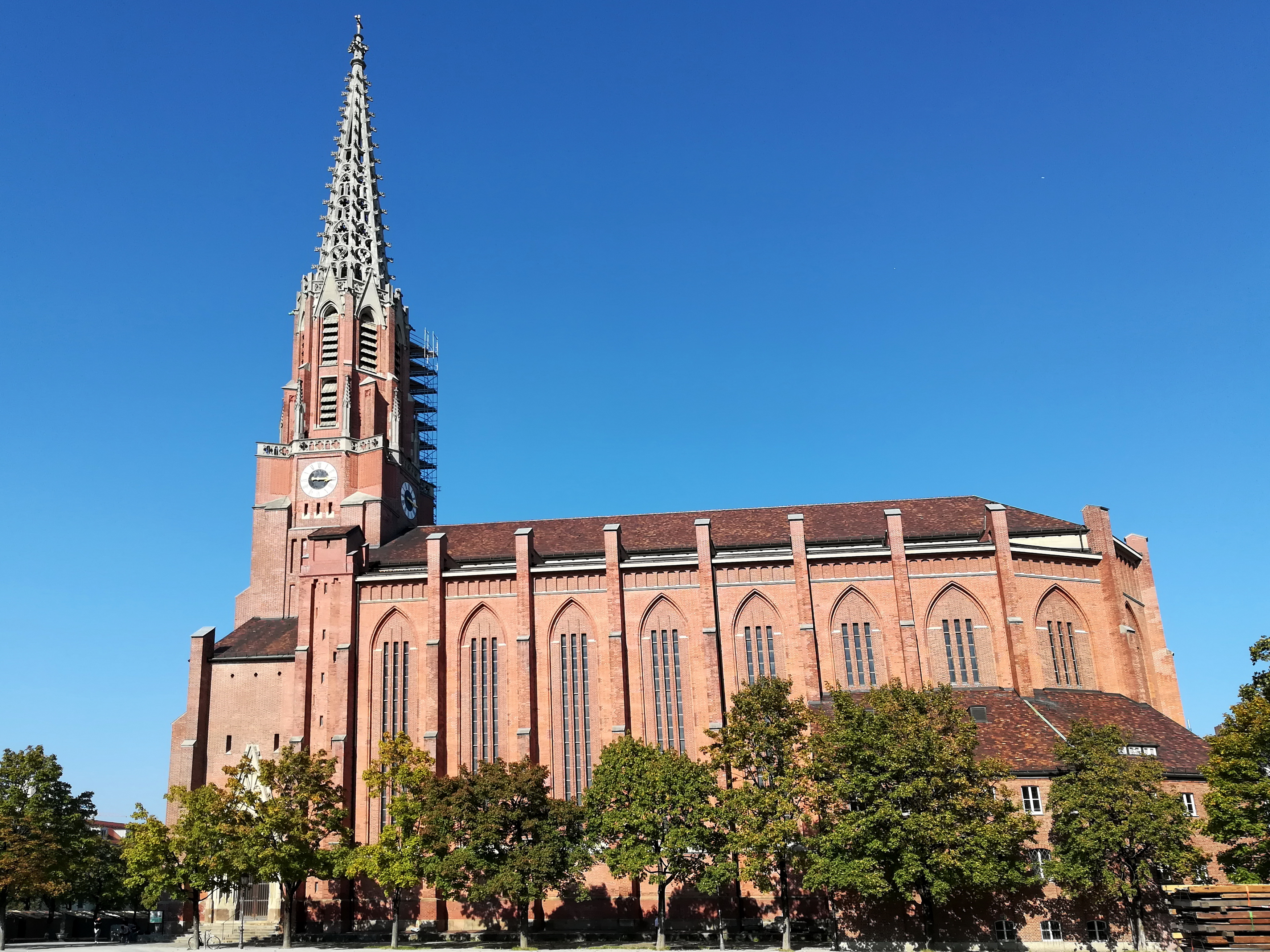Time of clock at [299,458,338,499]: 3:15
